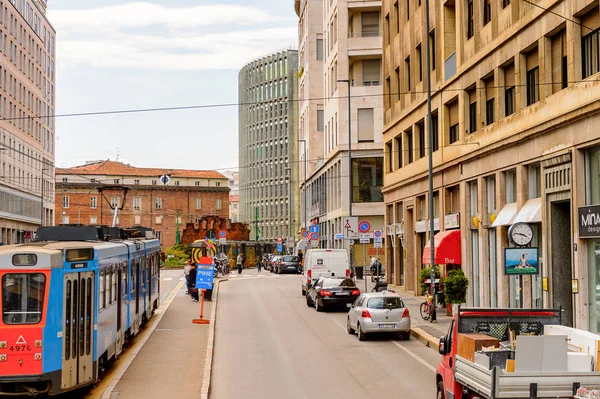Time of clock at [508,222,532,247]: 3:46
